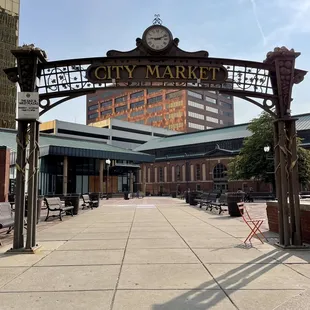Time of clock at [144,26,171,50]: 9:11
